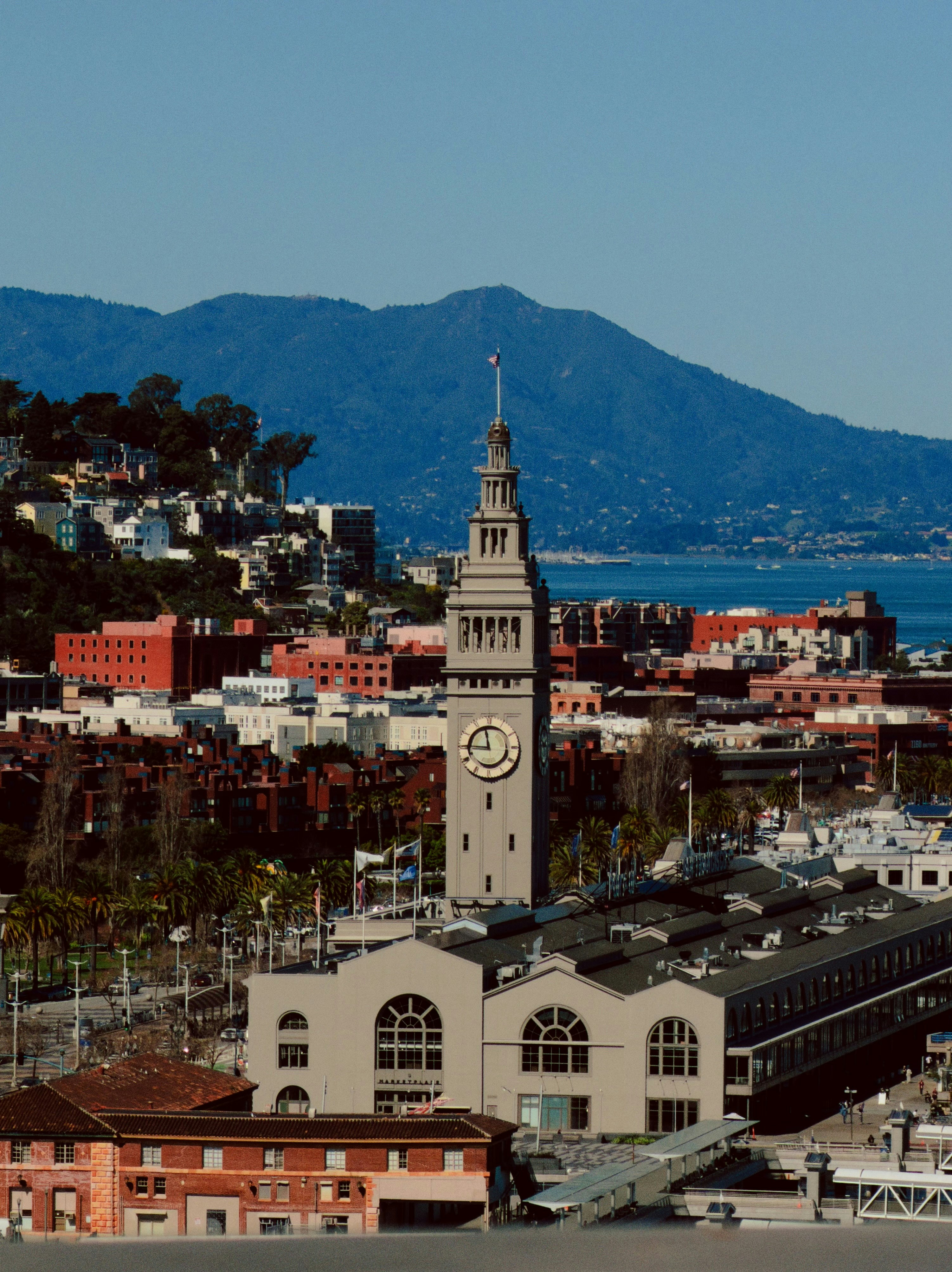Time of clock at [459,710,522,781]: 11:45
